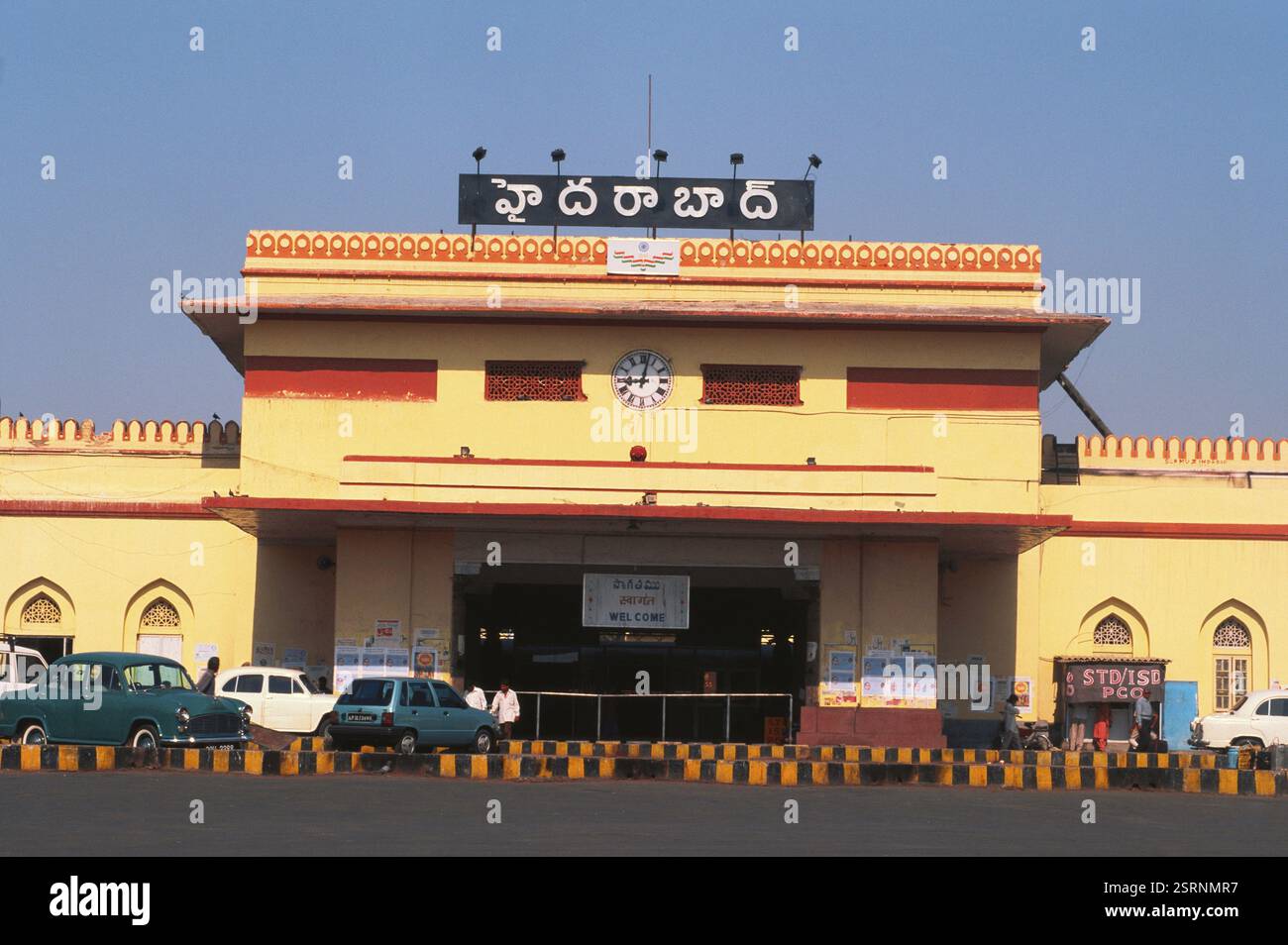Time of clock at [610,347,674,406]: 9:01
